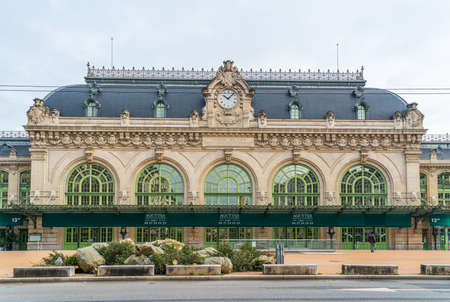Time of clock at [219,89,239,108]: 10:07
